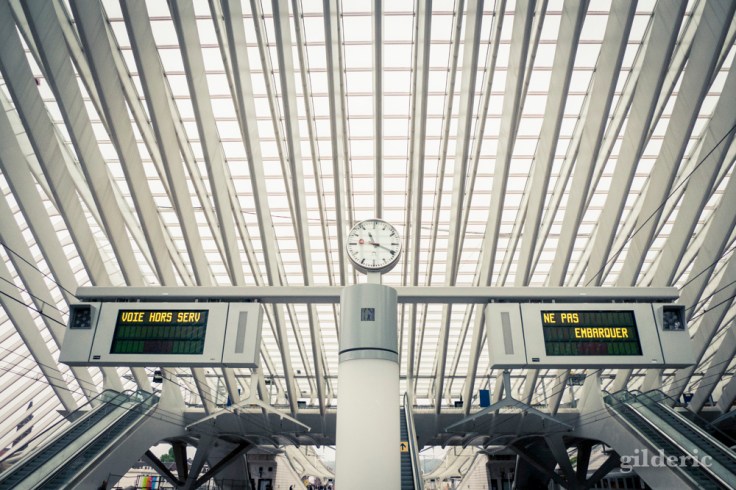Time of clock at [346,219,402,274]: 11:19
